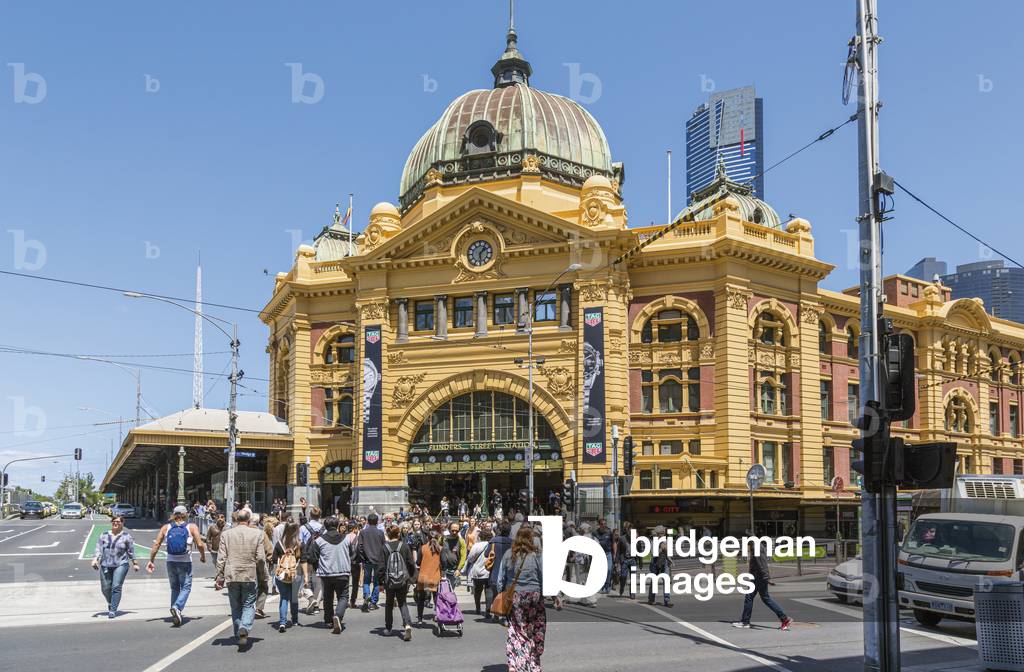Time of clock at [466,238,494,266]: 1:29
